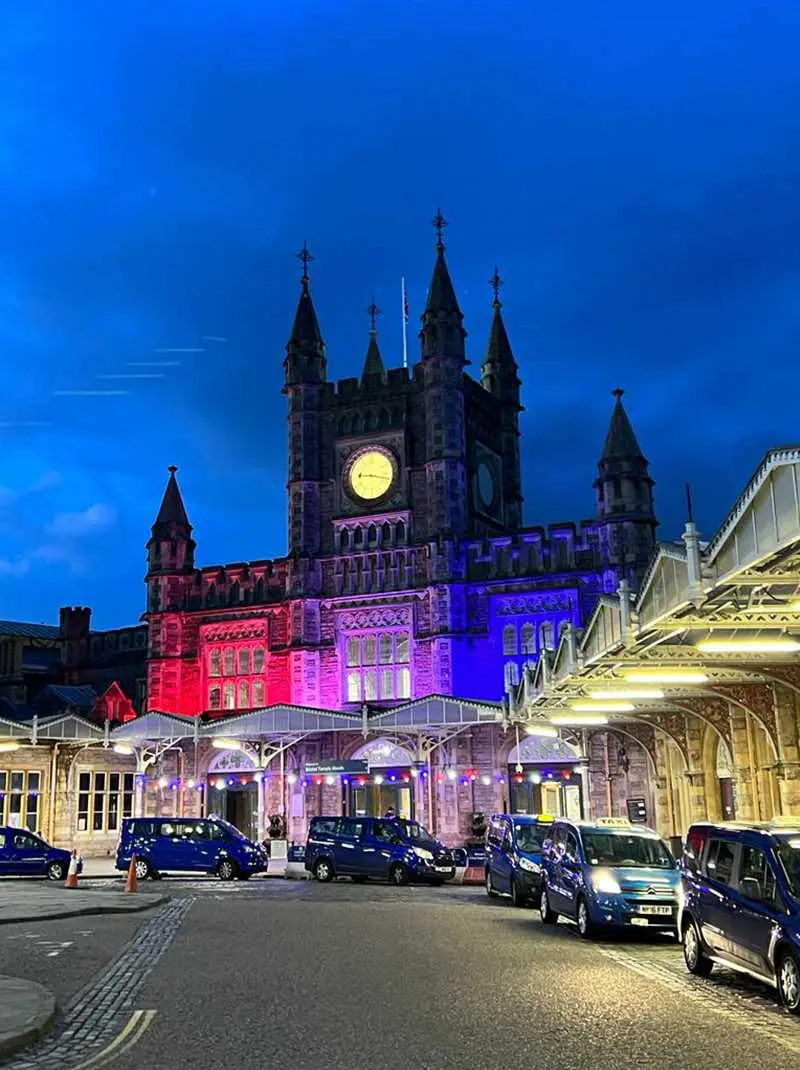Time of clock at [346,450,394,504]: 9:17
